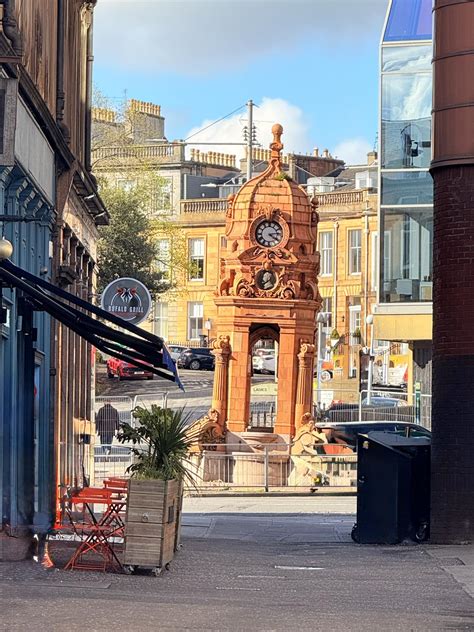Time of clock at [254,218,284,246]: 4:13
